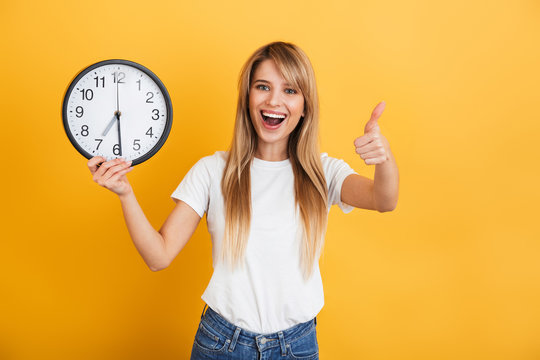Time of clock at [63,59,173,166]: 6:59
